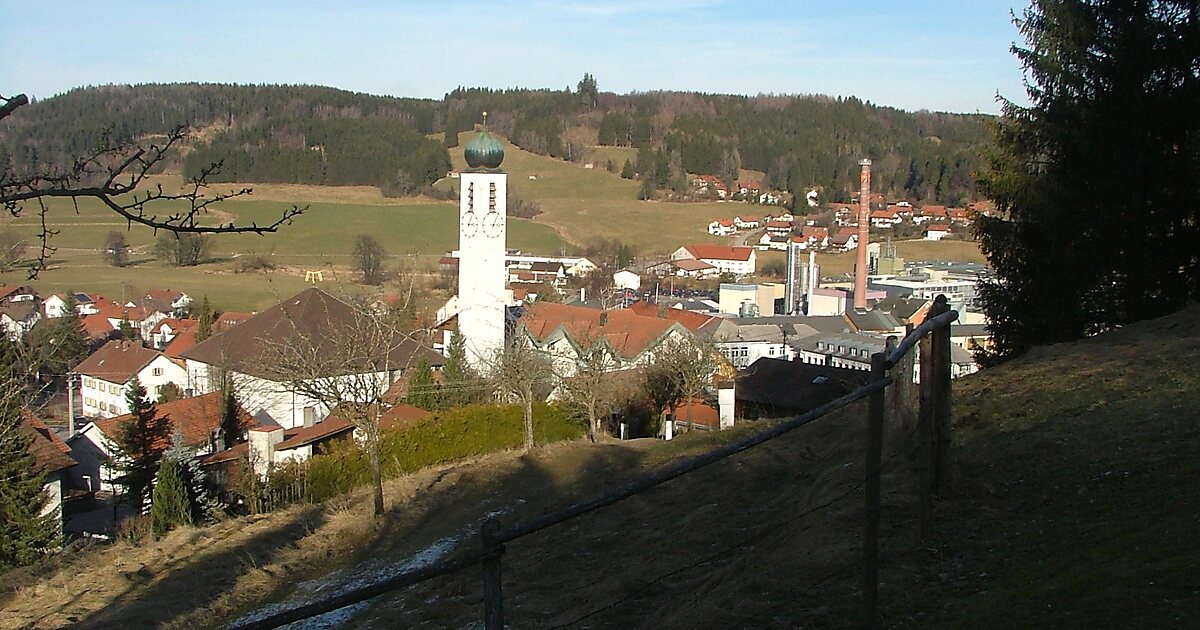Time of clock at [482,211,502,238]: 3:04
